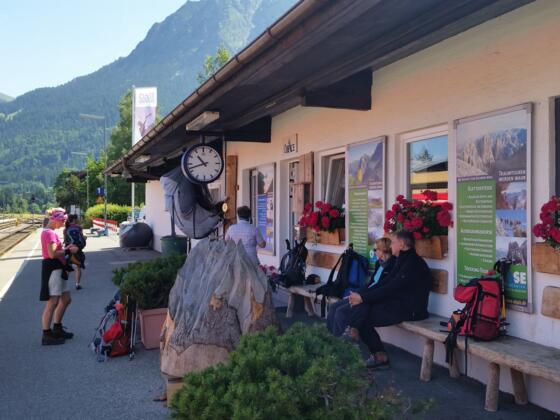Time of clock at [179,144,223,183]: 10:42
